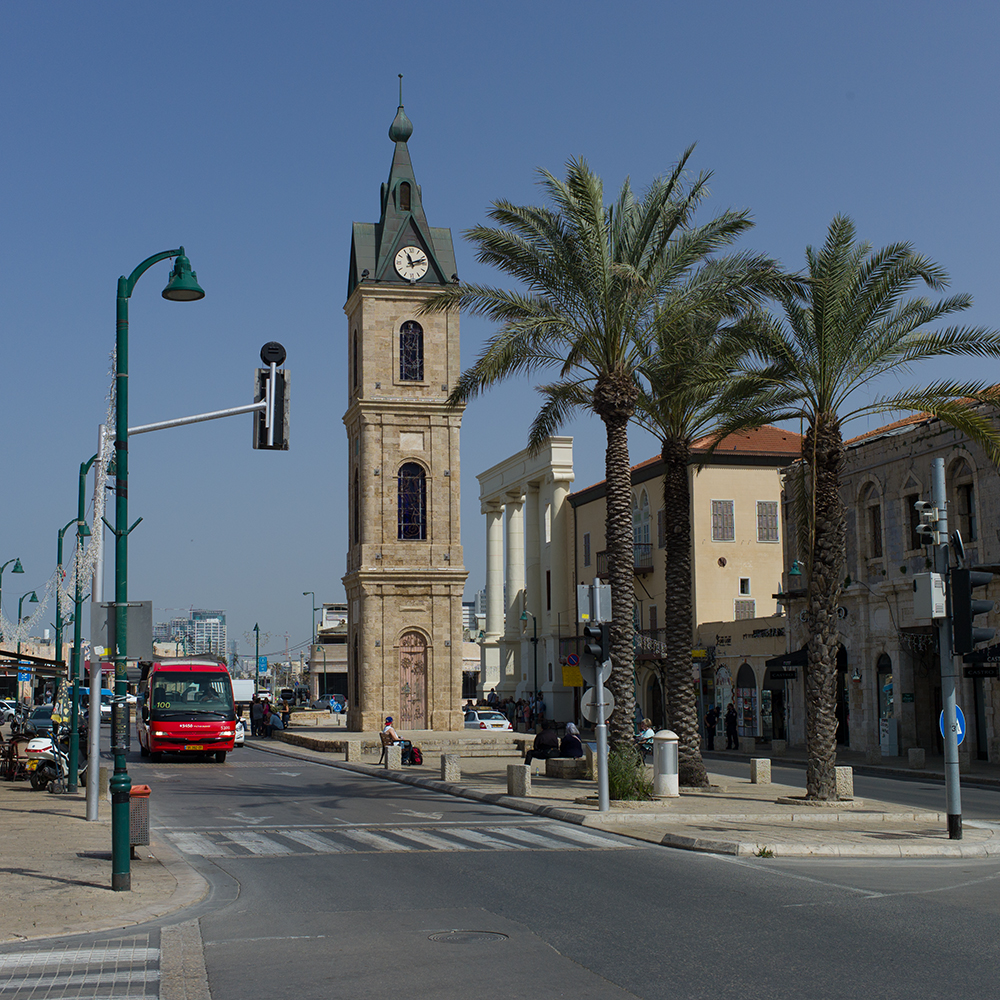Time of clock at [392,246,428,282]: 11:12
